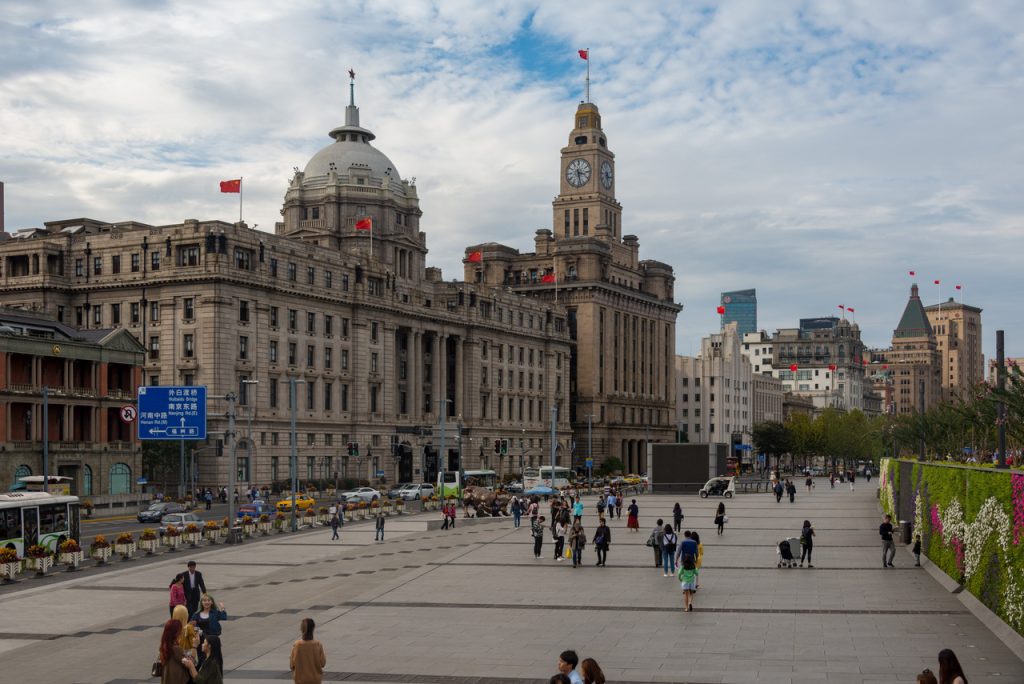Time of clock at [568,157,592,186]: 3:28
